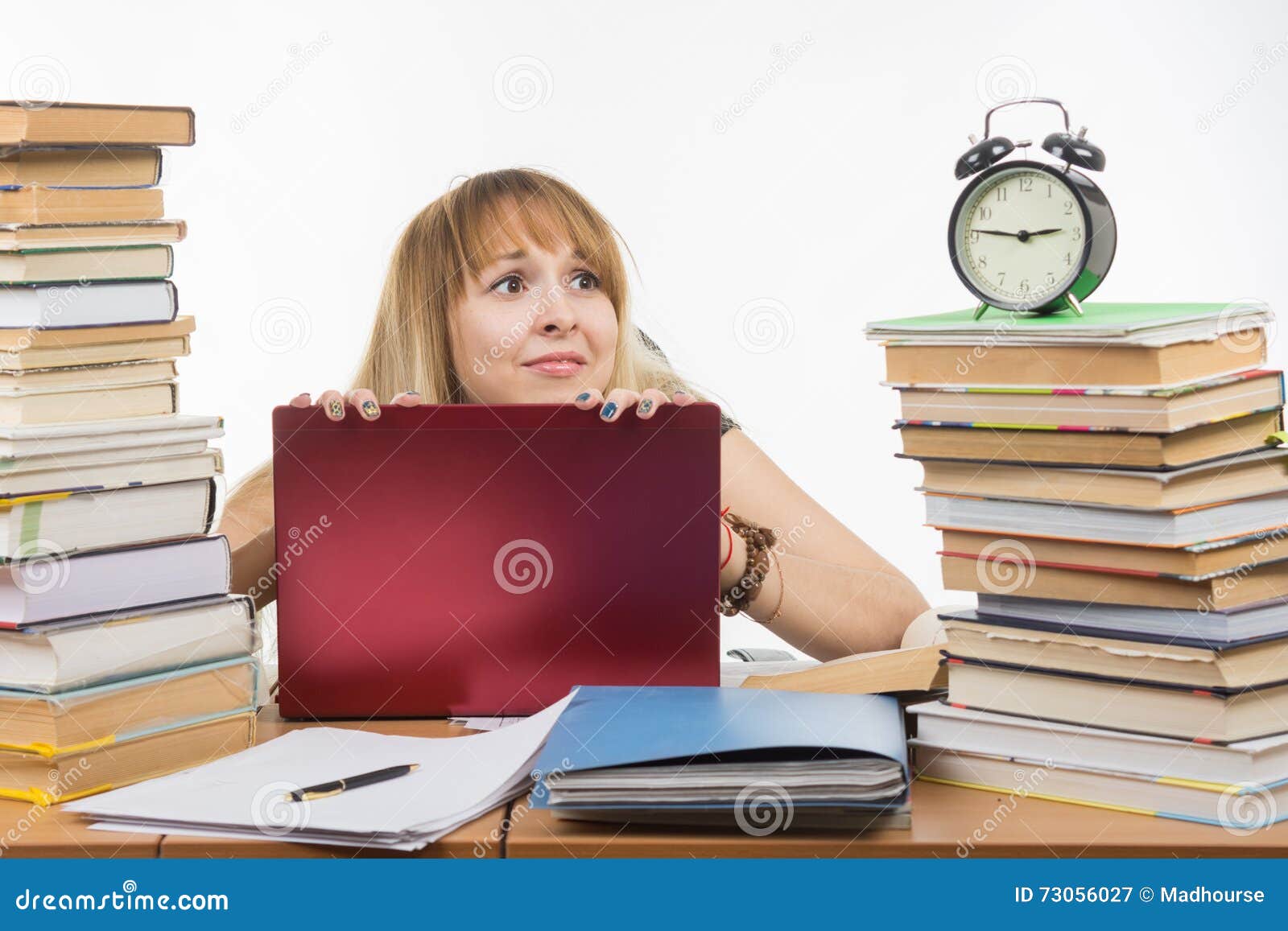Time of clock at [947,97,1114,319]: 2:46
